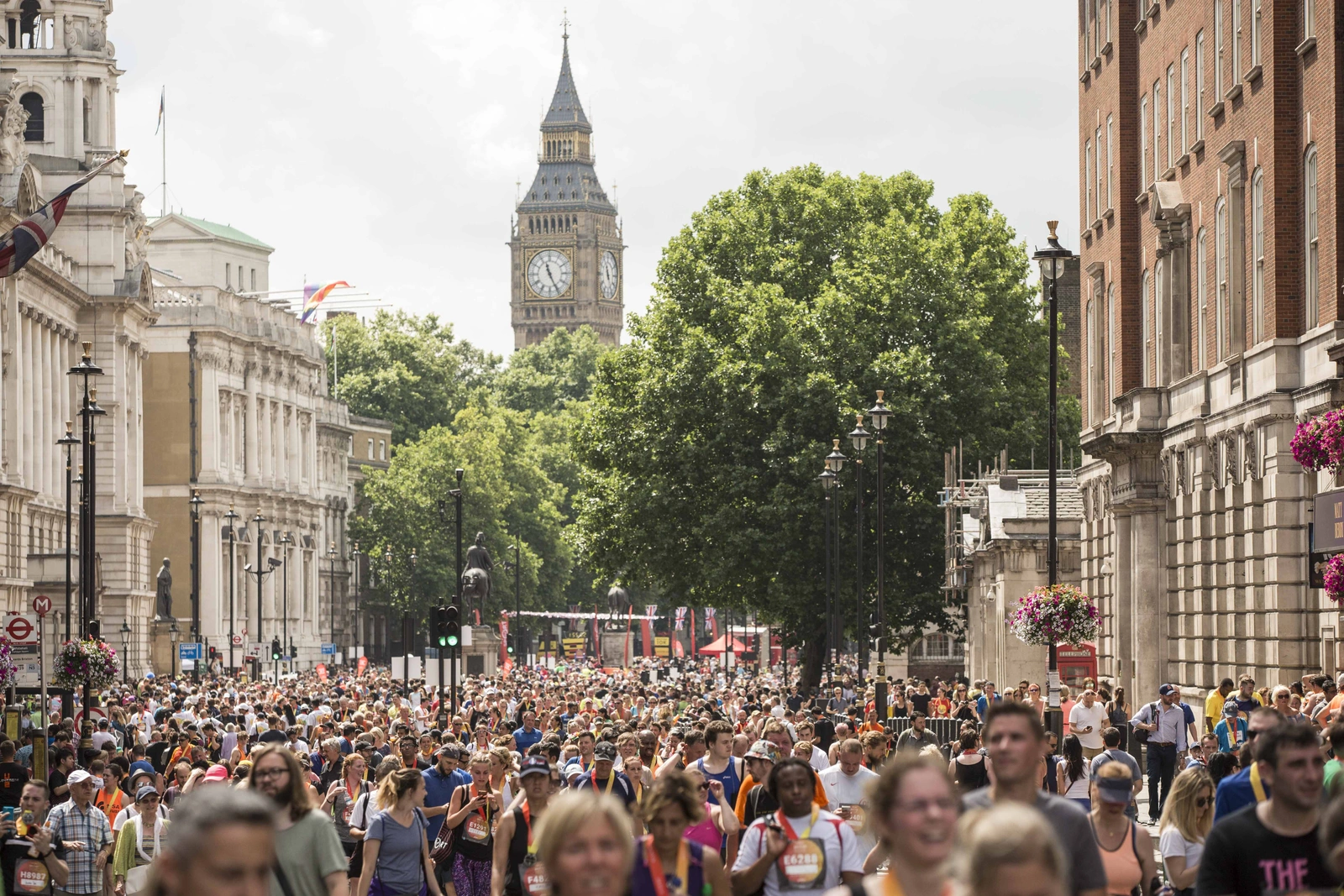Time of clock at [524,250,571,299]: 11:25
